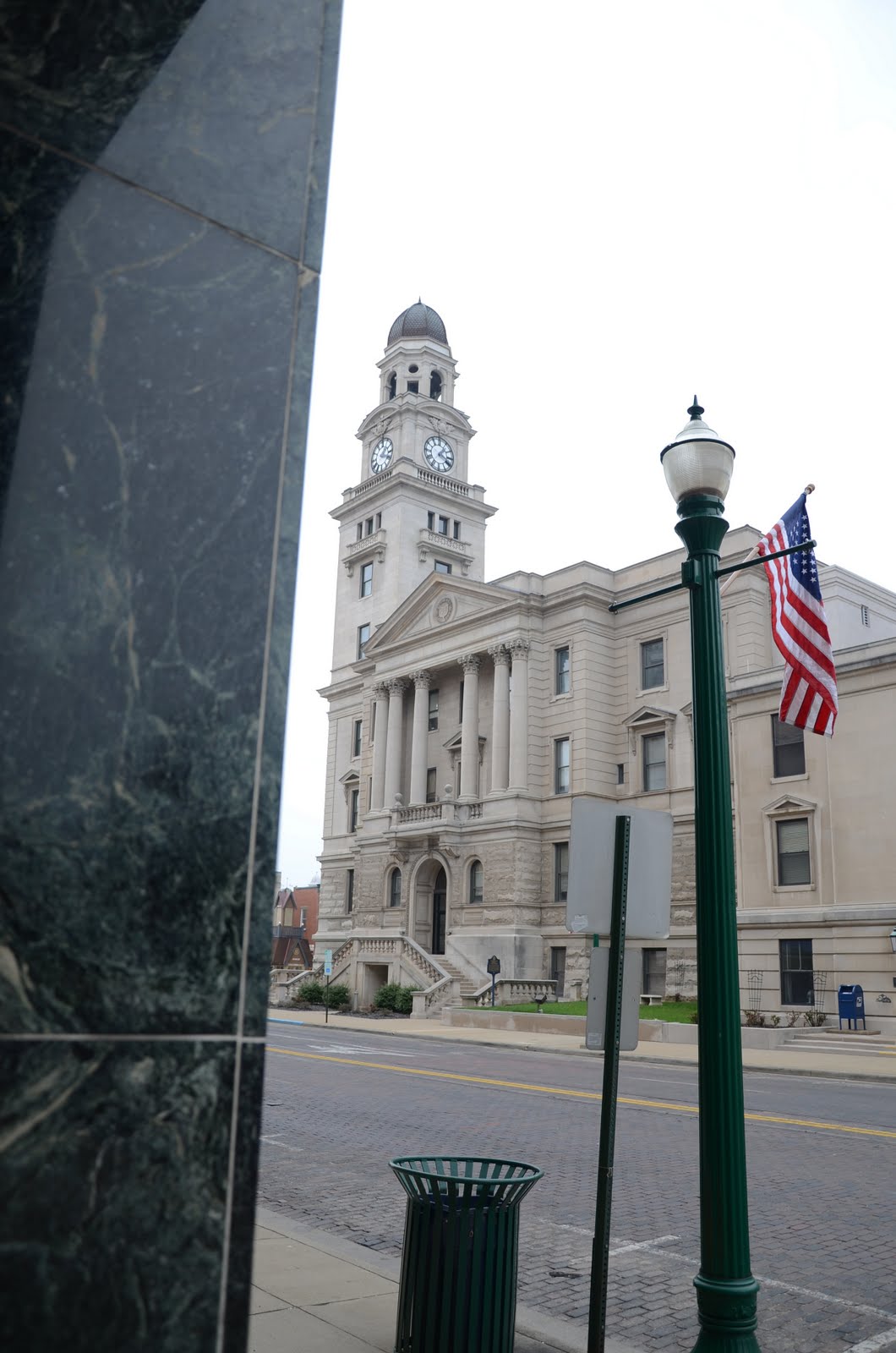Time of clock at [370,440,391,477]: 1:18
